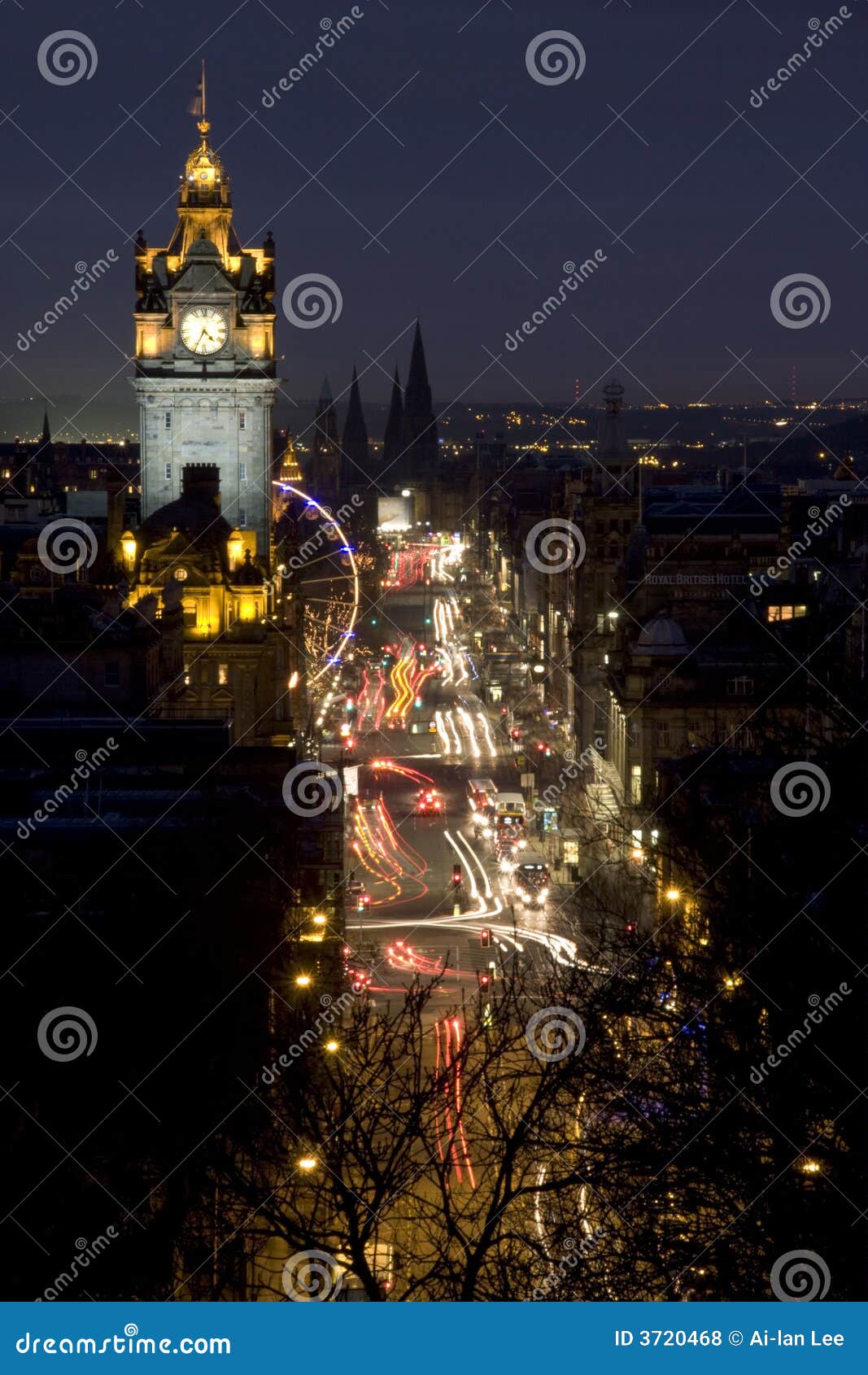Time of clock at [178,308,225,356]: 4:34
